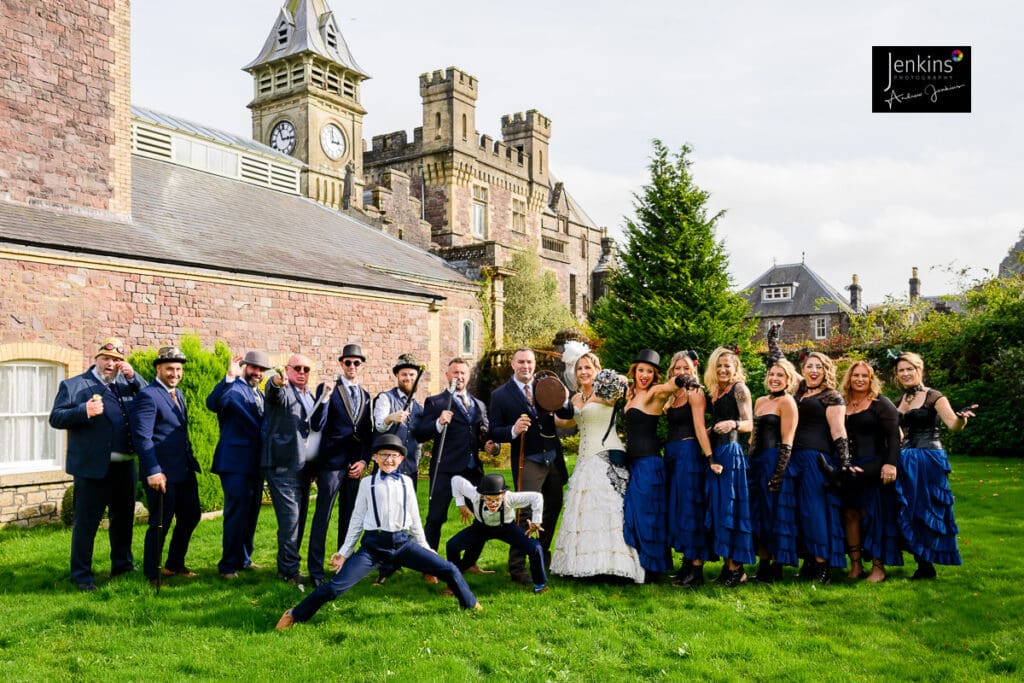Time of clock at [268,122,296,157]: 2:56
